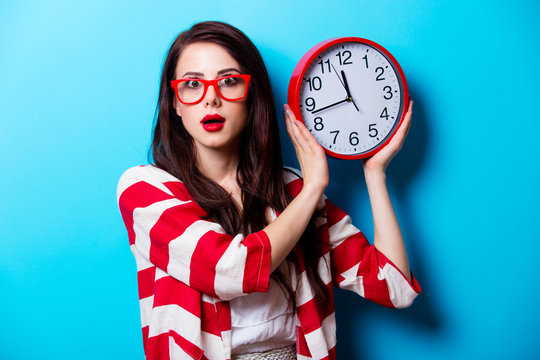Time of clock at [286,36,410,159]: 11:42
